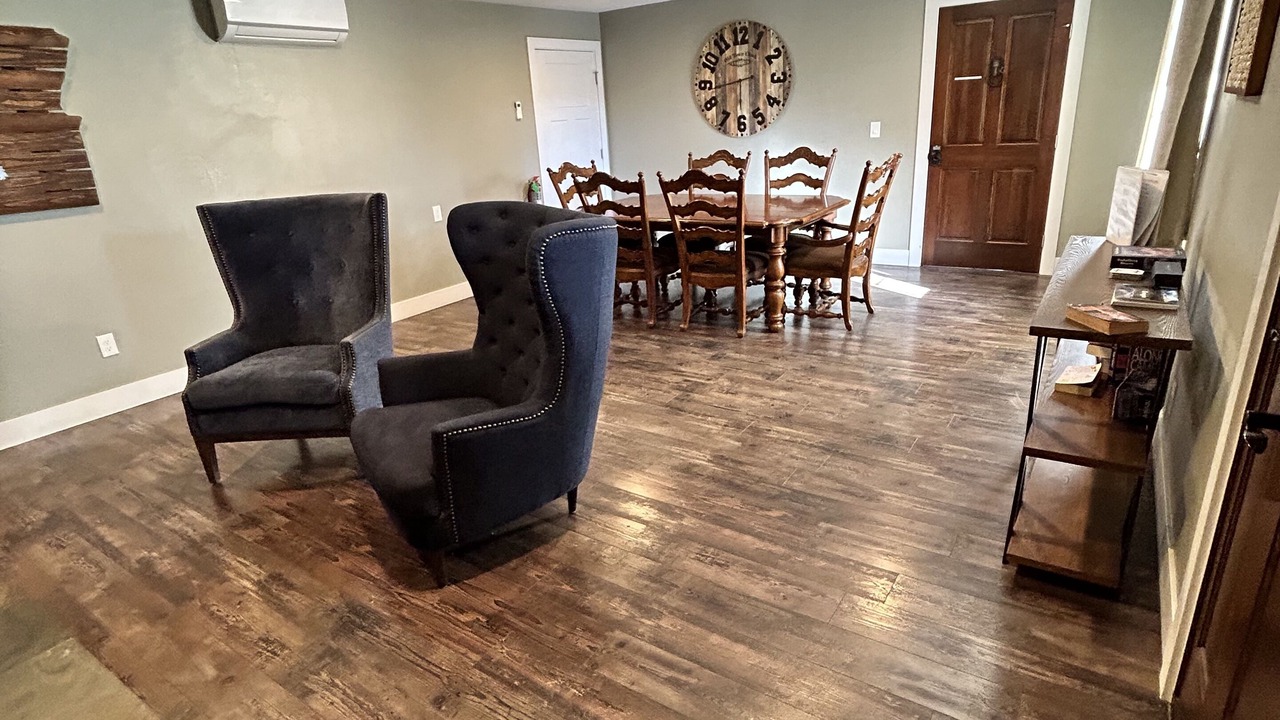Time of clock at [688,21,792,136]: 5:43
